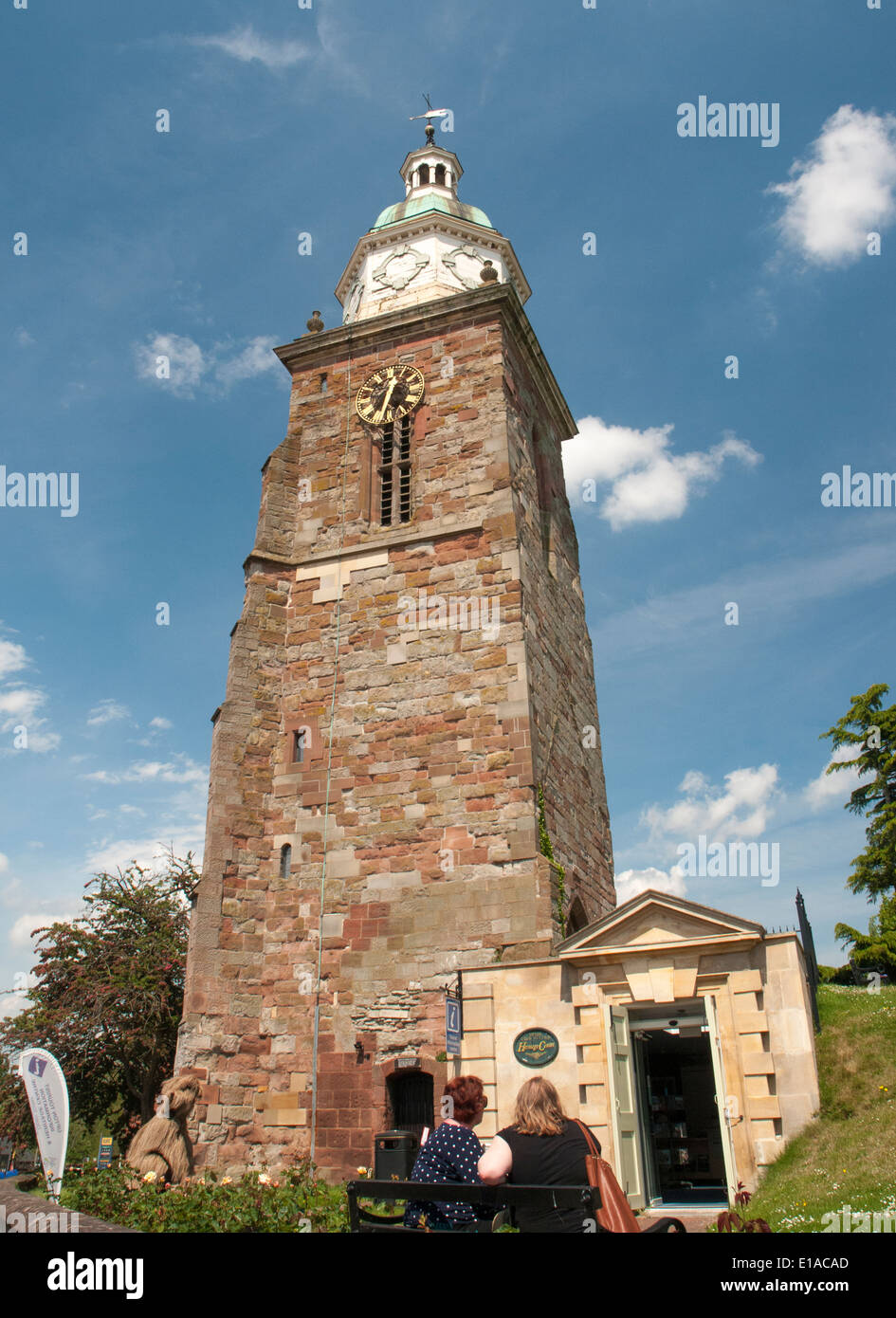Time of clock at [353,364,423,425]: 12:32
